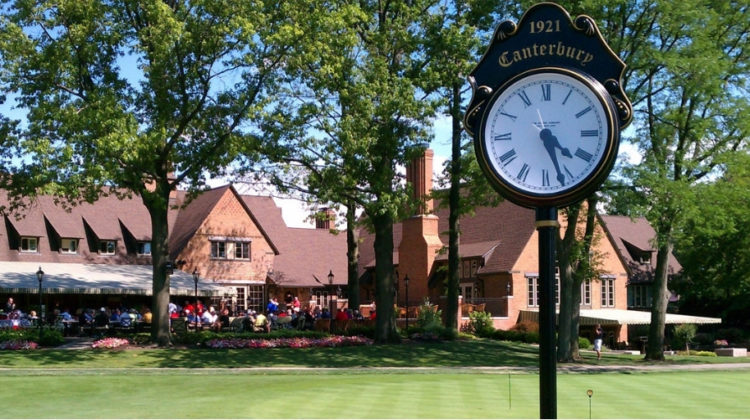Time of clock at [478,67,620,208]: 4:26
